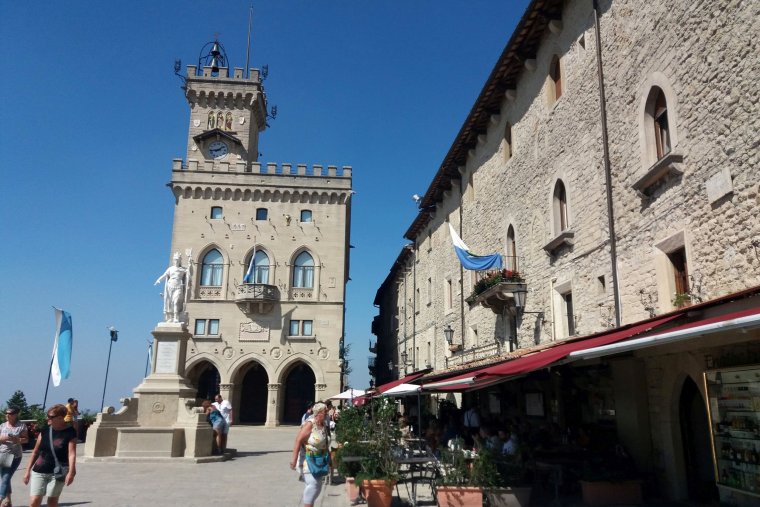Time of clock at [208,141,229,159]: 1:43
